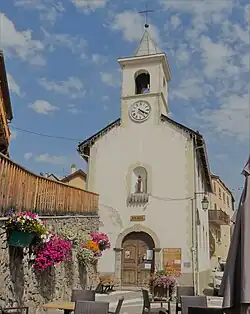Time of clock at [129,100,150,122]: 4:19
